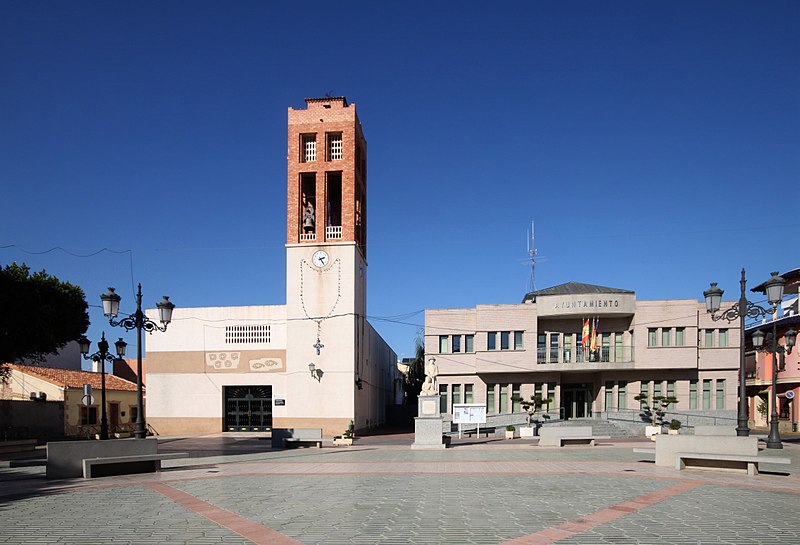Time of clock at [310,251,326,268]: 2:24
